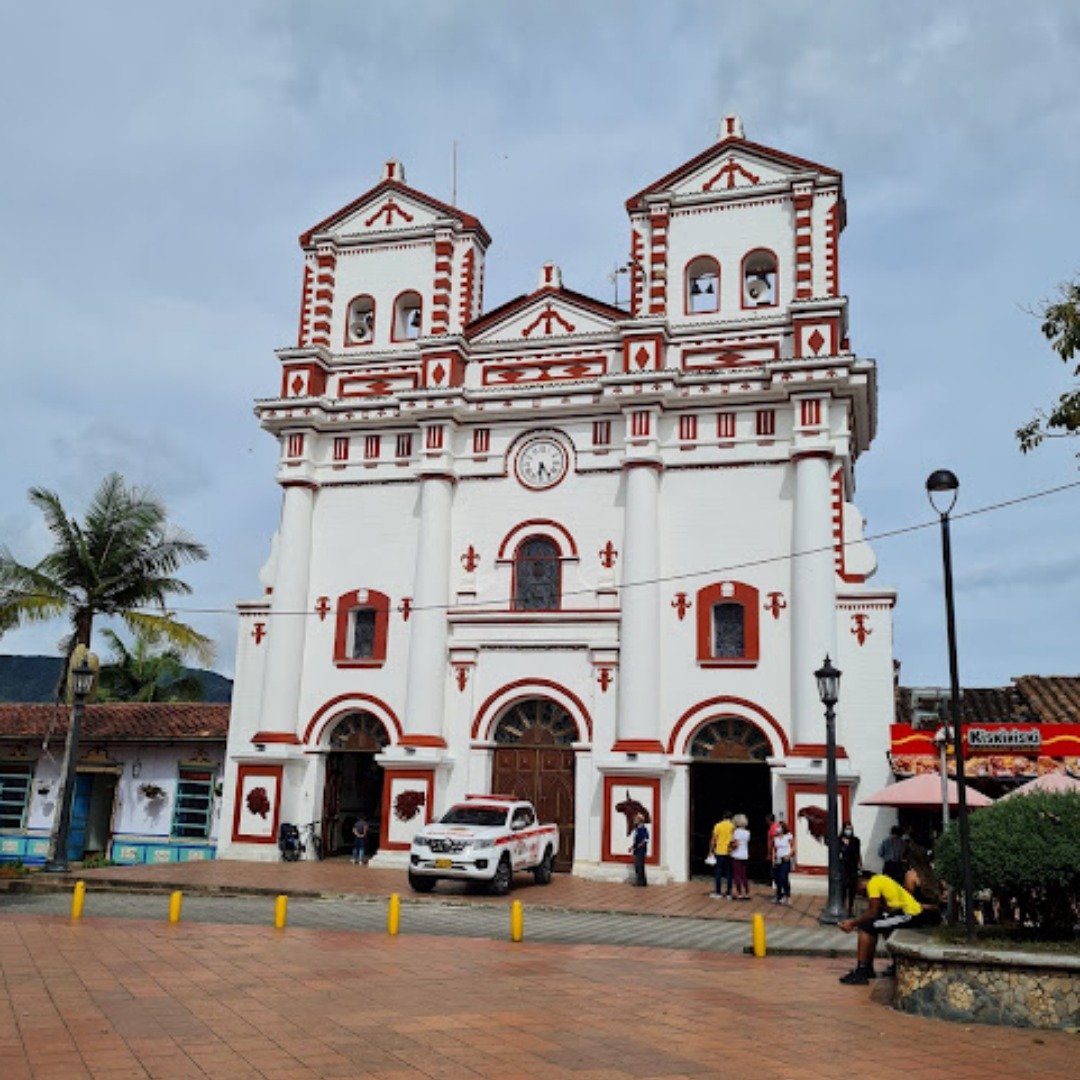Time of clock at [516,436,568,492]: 6:24
